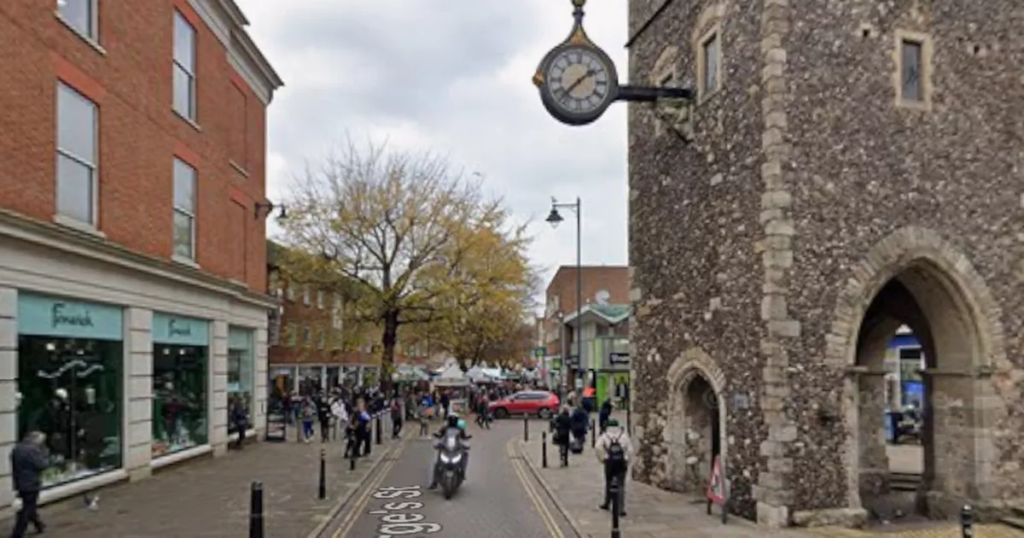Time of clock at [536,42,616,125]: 1:37
